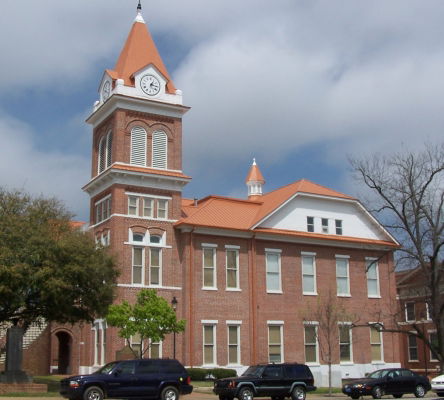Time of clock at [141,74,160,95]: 1:16
